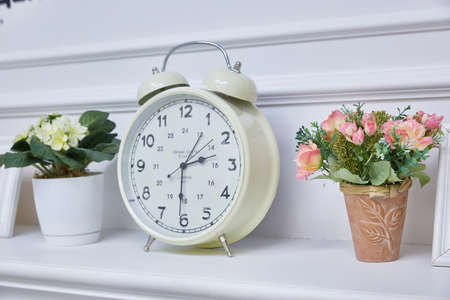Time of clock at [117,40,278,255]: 2:31
